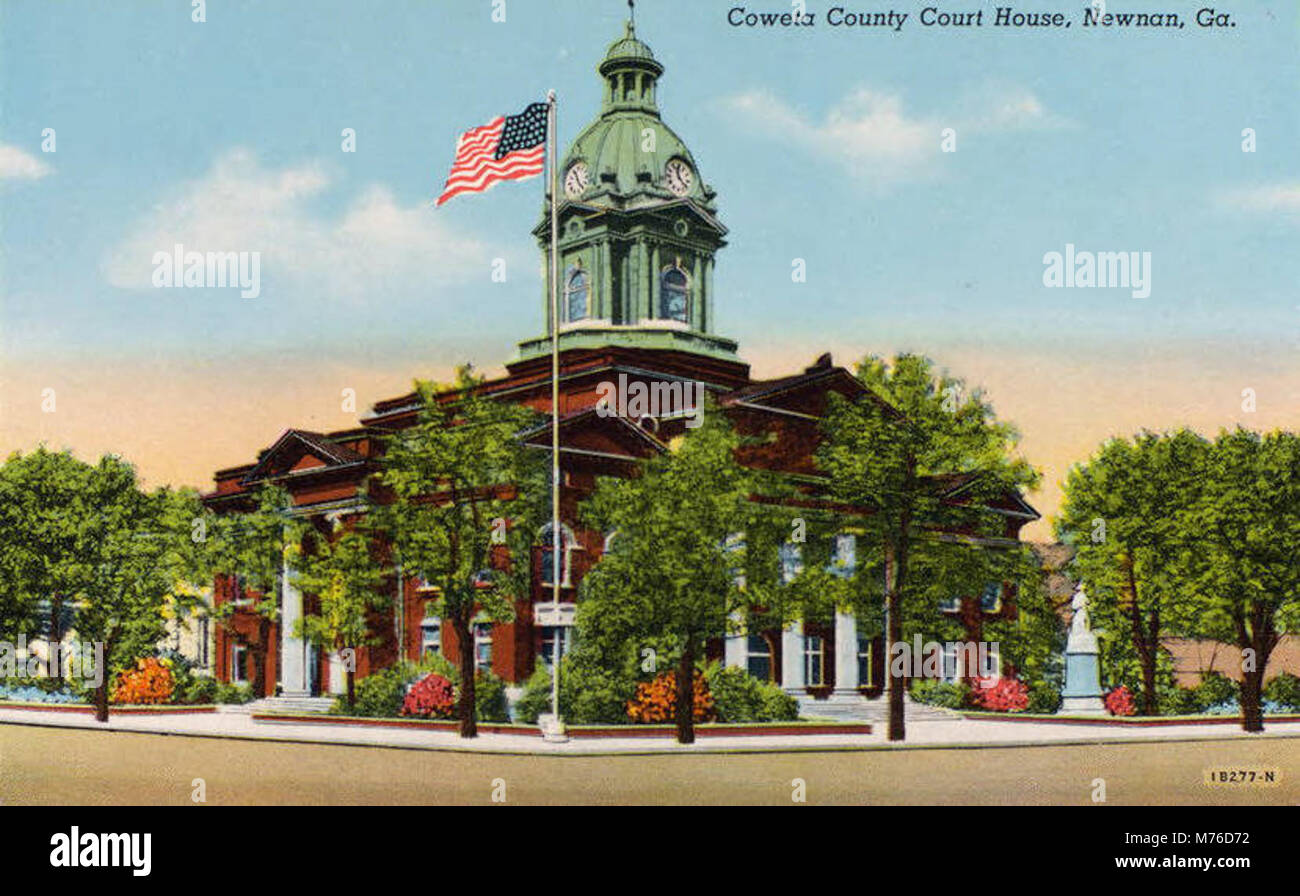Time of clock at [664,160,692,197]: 11:22
